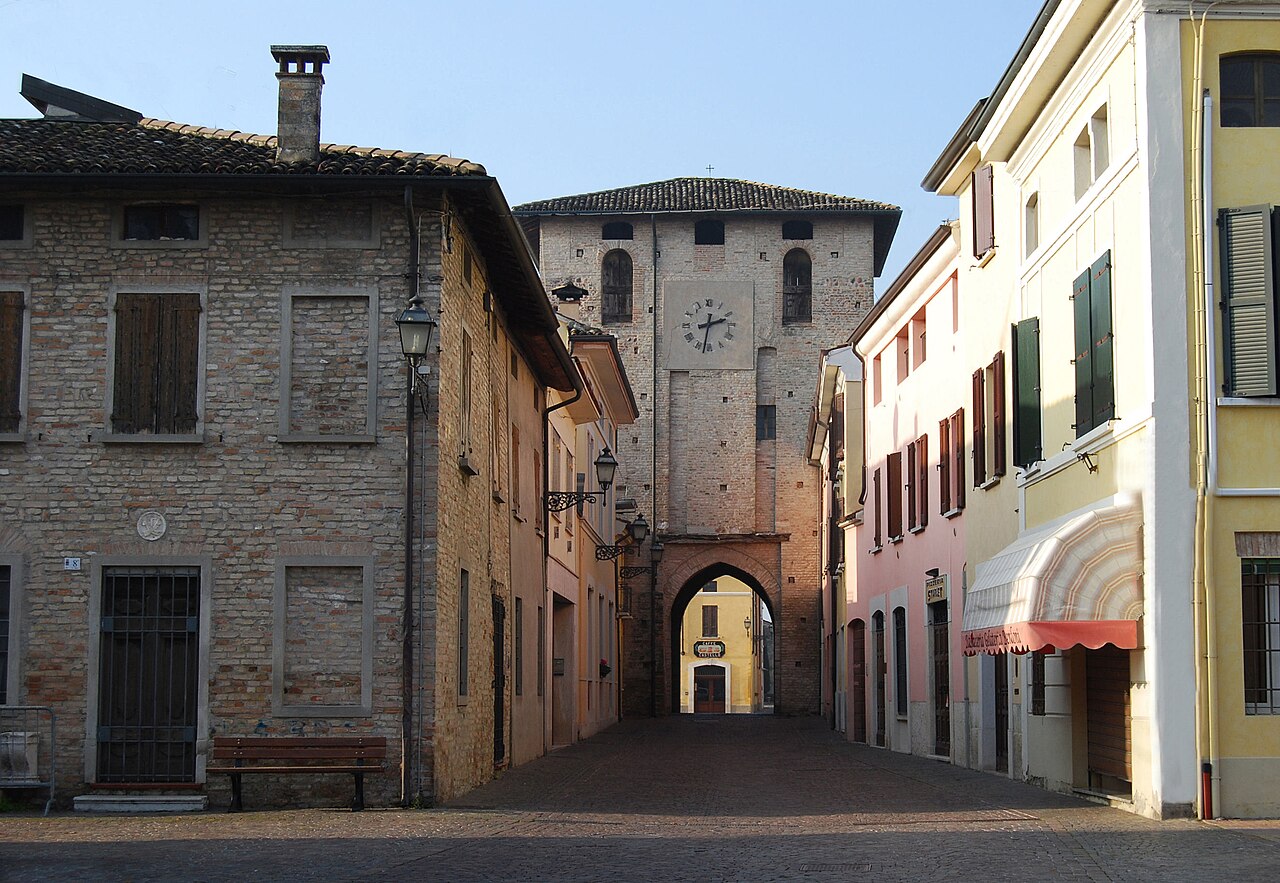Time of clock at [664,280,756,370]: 2:32
